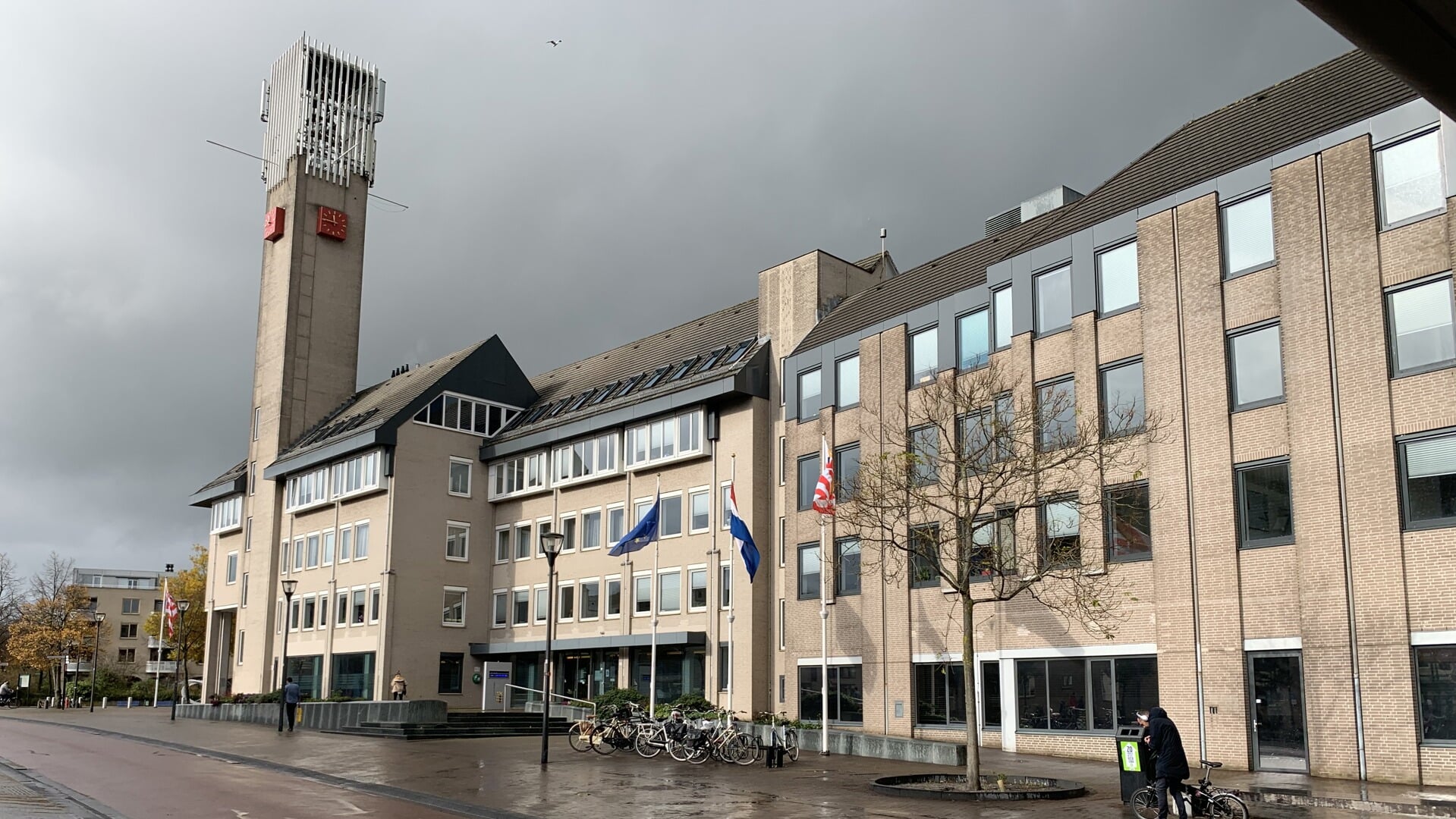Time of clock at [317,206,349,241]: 11:45
